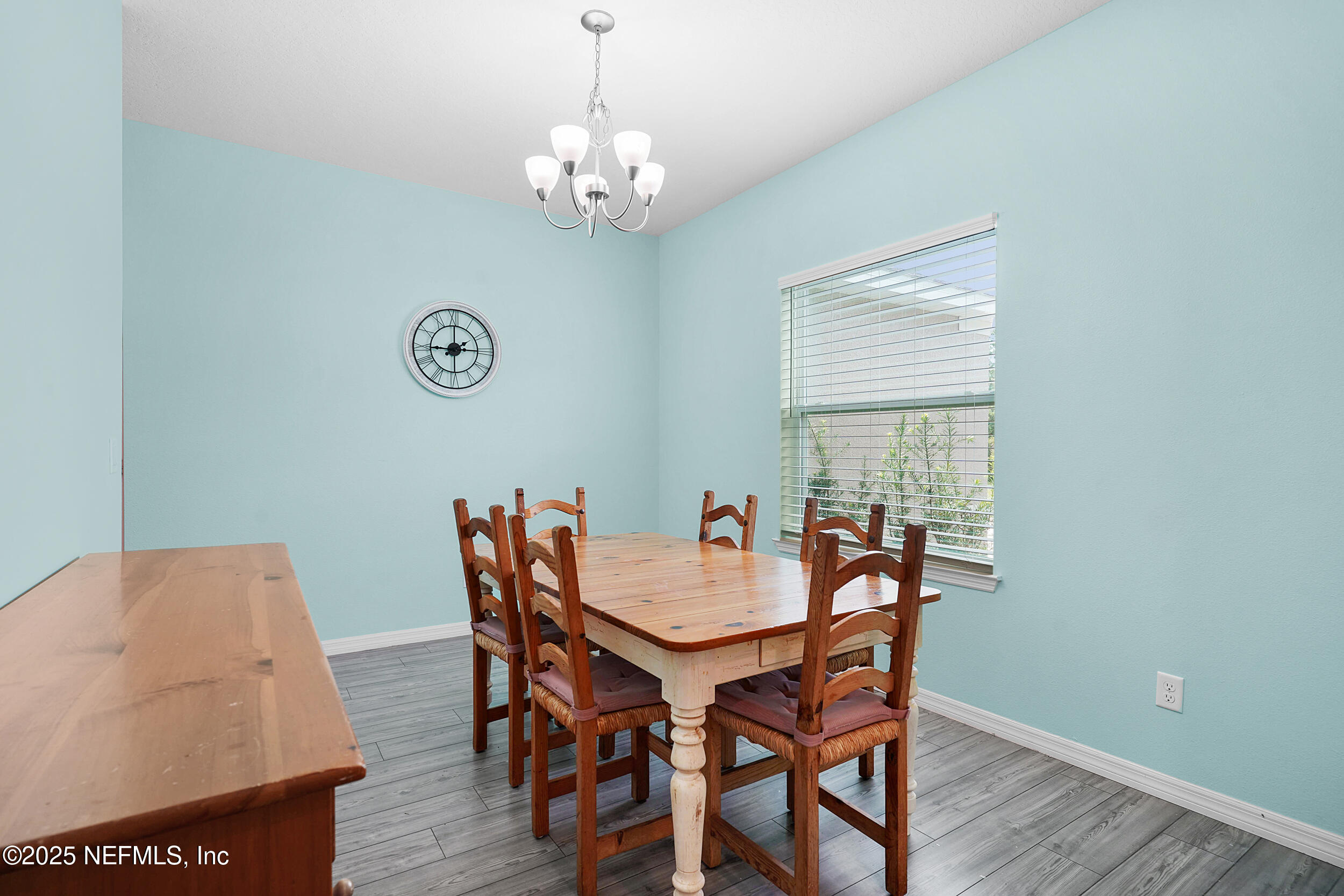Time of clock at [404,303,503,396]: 1:45
